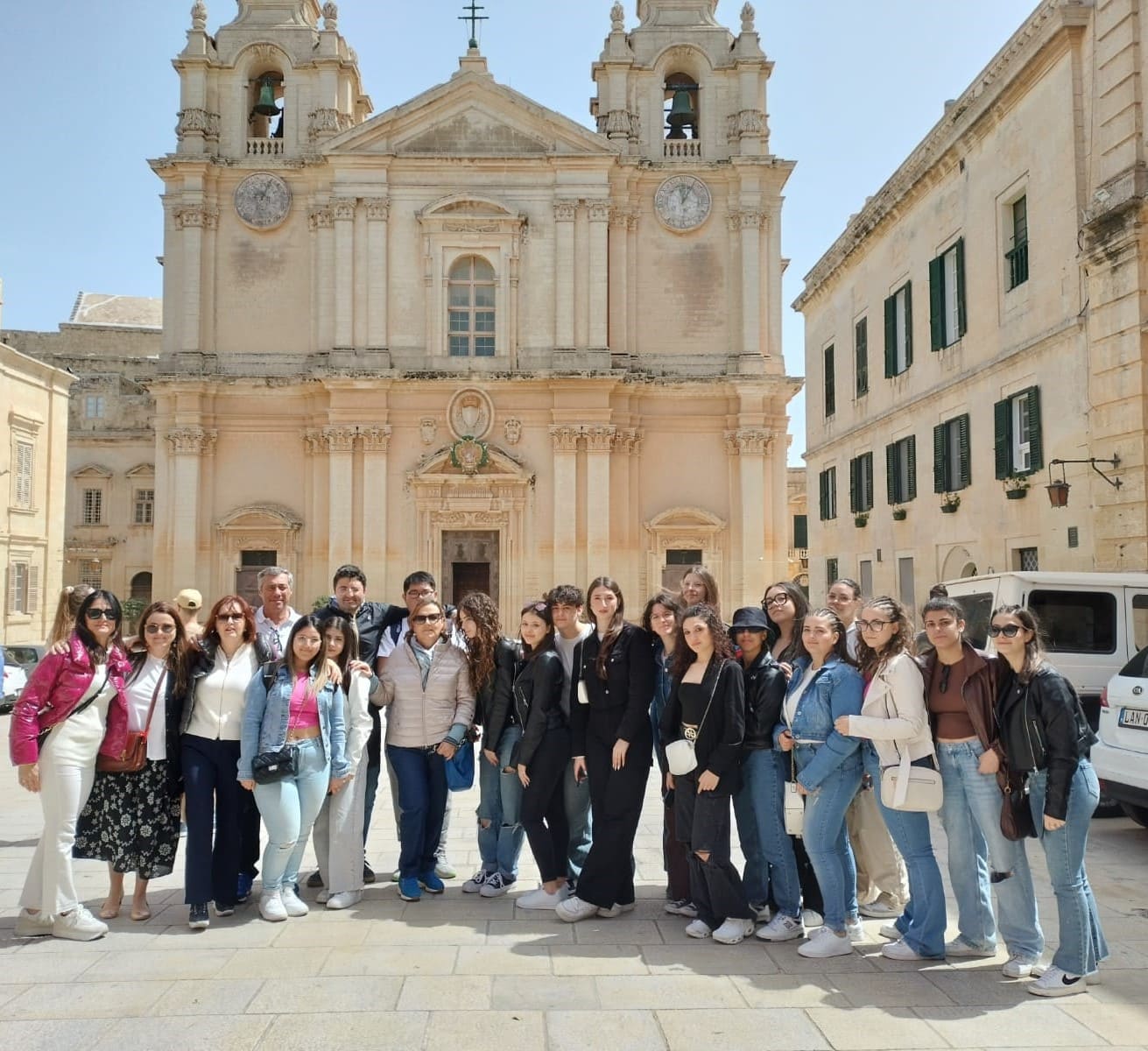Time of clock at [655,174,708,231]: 12:05
